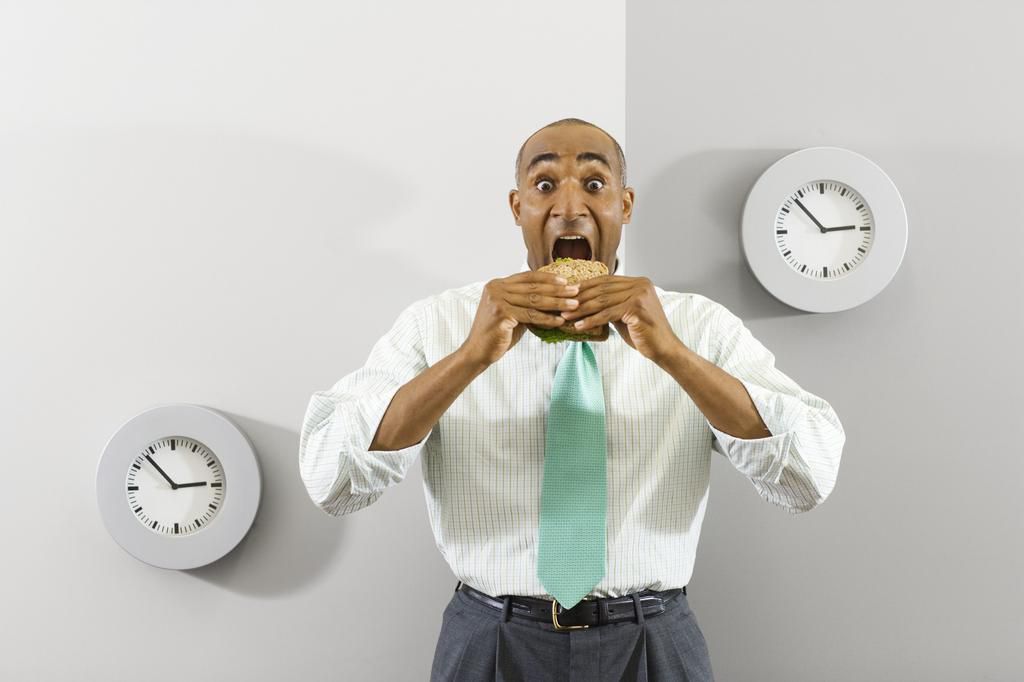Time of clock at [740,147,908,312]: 2:53
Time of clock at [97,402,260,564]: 2:53
